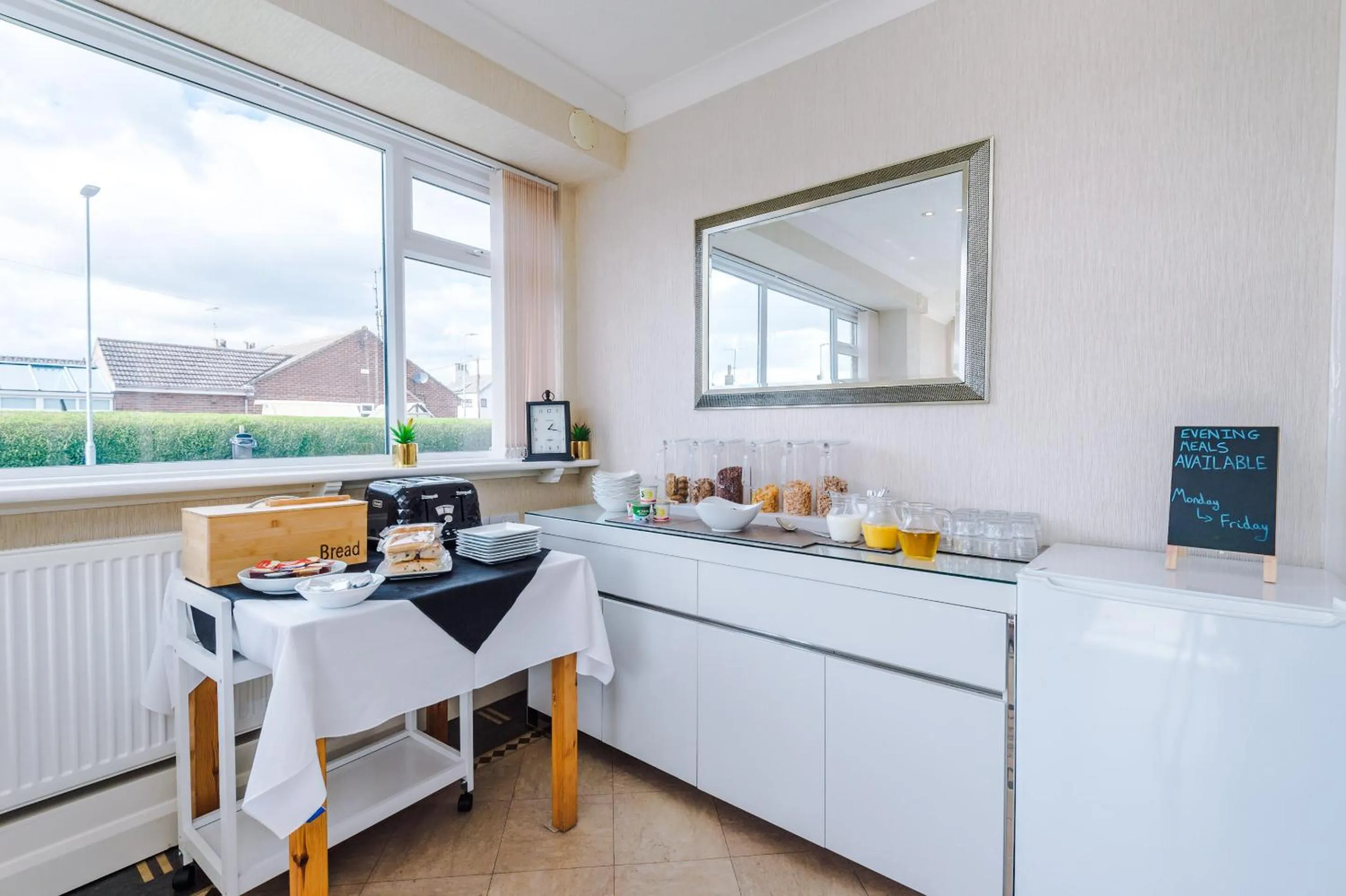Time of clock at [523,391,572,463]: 1:16
